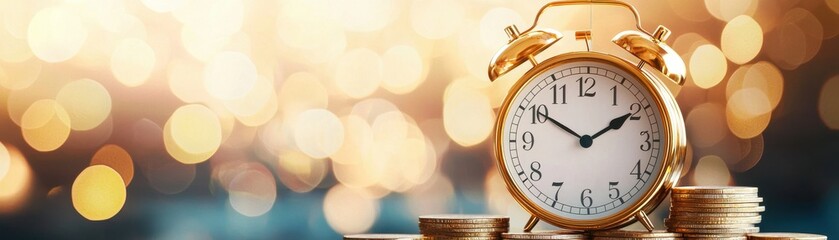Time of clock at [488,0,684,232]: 1:50
